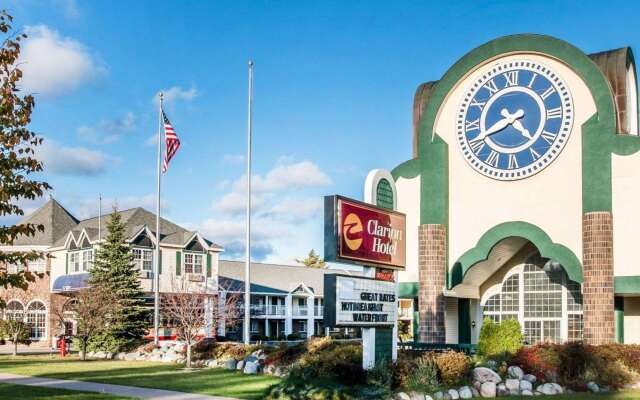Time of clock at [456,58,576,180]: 4:41
